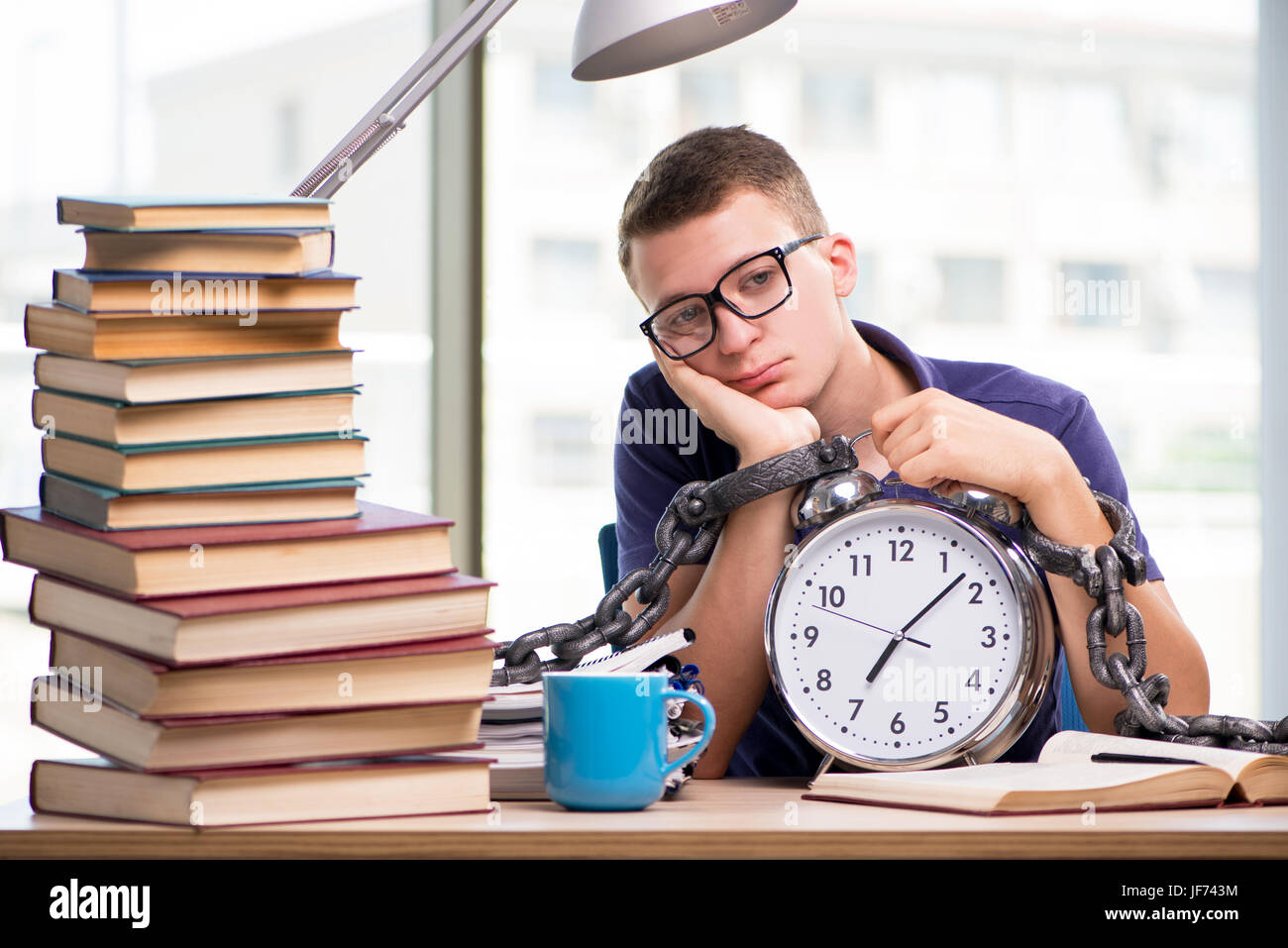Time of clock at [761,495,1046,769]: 7:07
